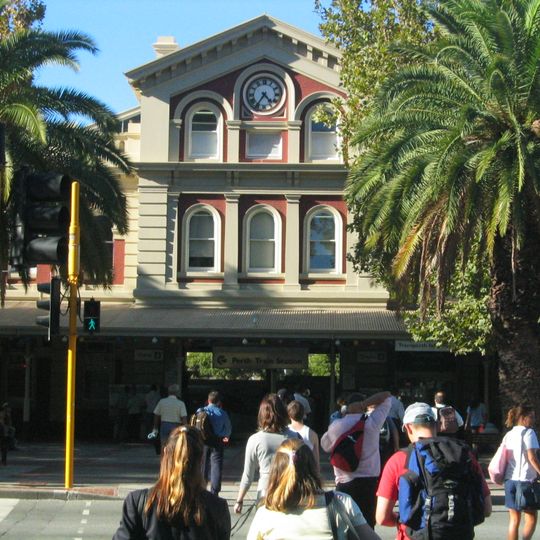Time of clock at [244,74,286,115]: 4:35
